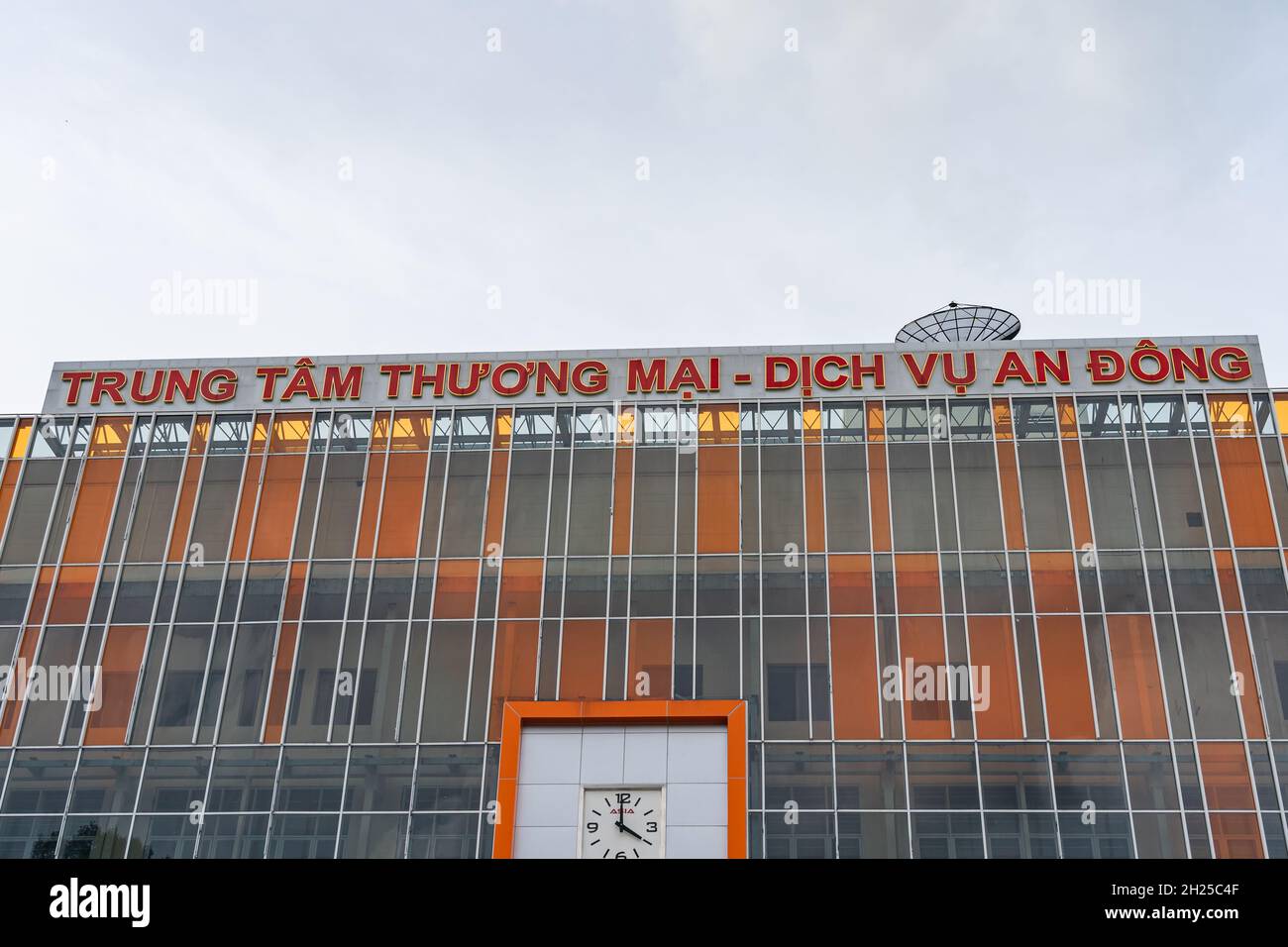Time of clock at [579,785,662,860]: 3:59
